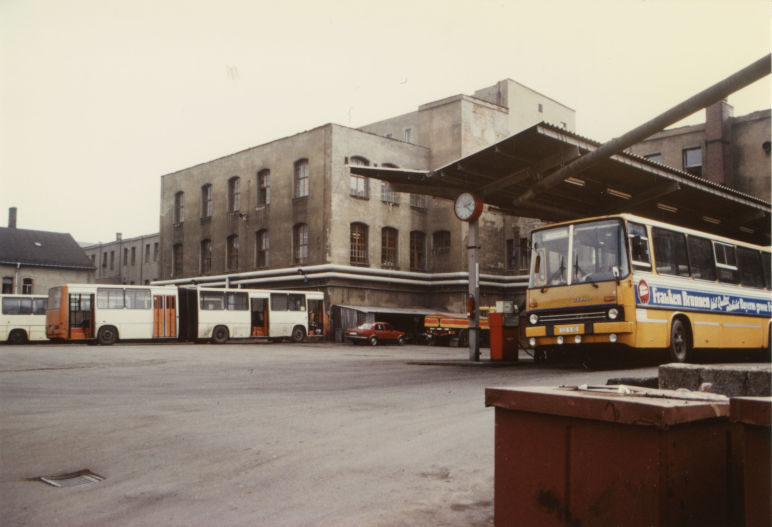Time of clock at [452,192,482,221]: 2:21
